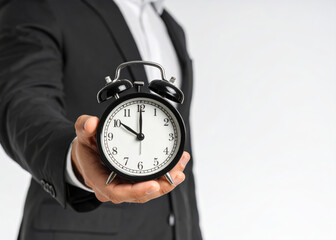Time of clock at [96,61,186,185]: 10:00
